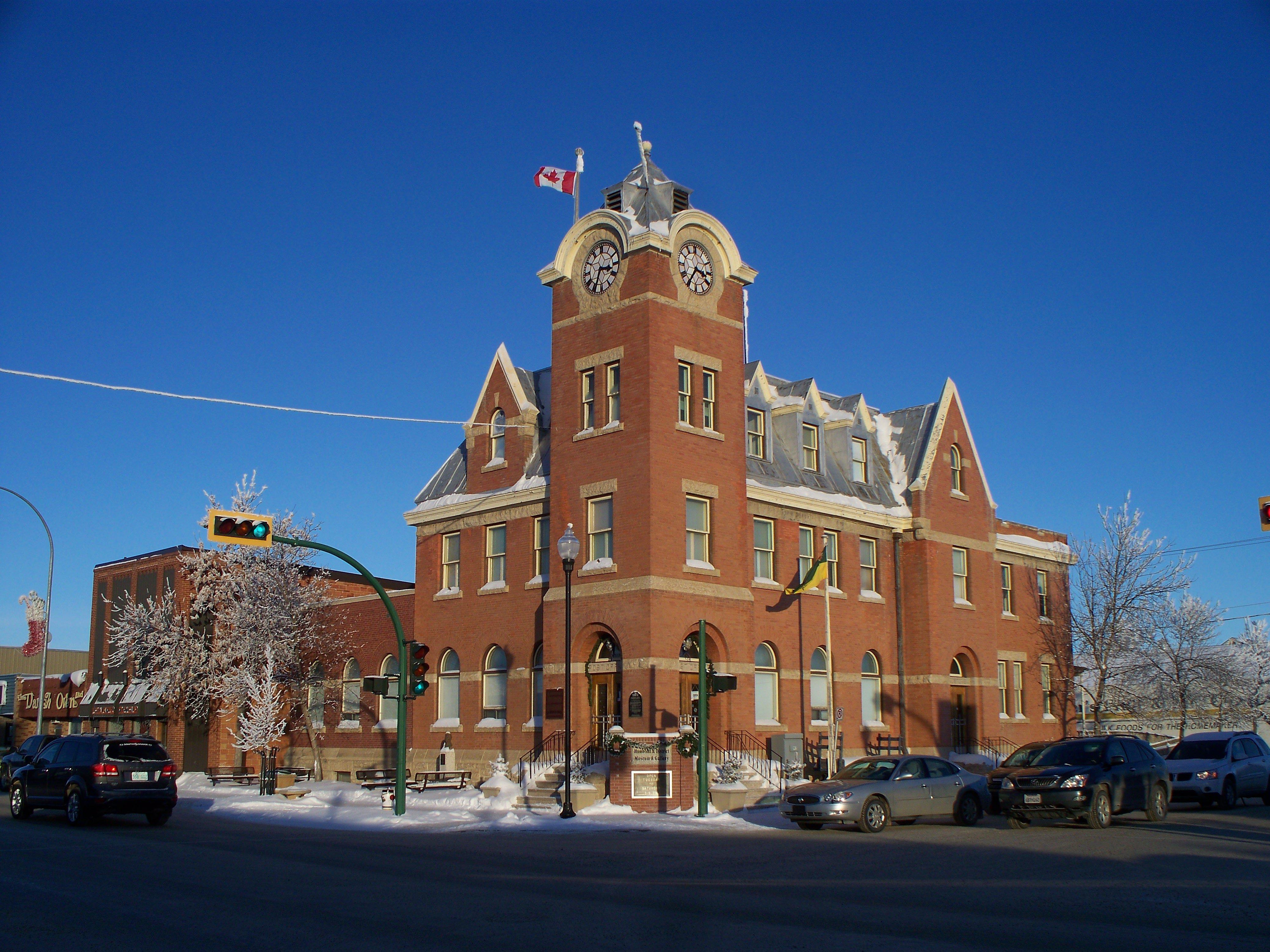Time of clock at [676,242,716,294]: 3:35
